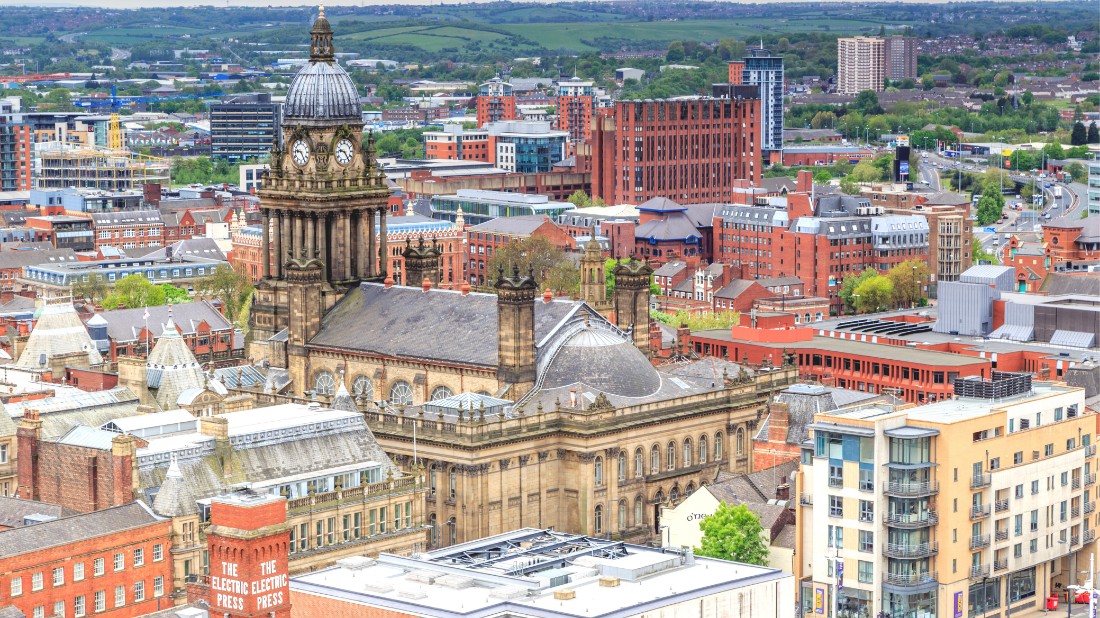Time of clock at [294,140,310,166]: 9:25
